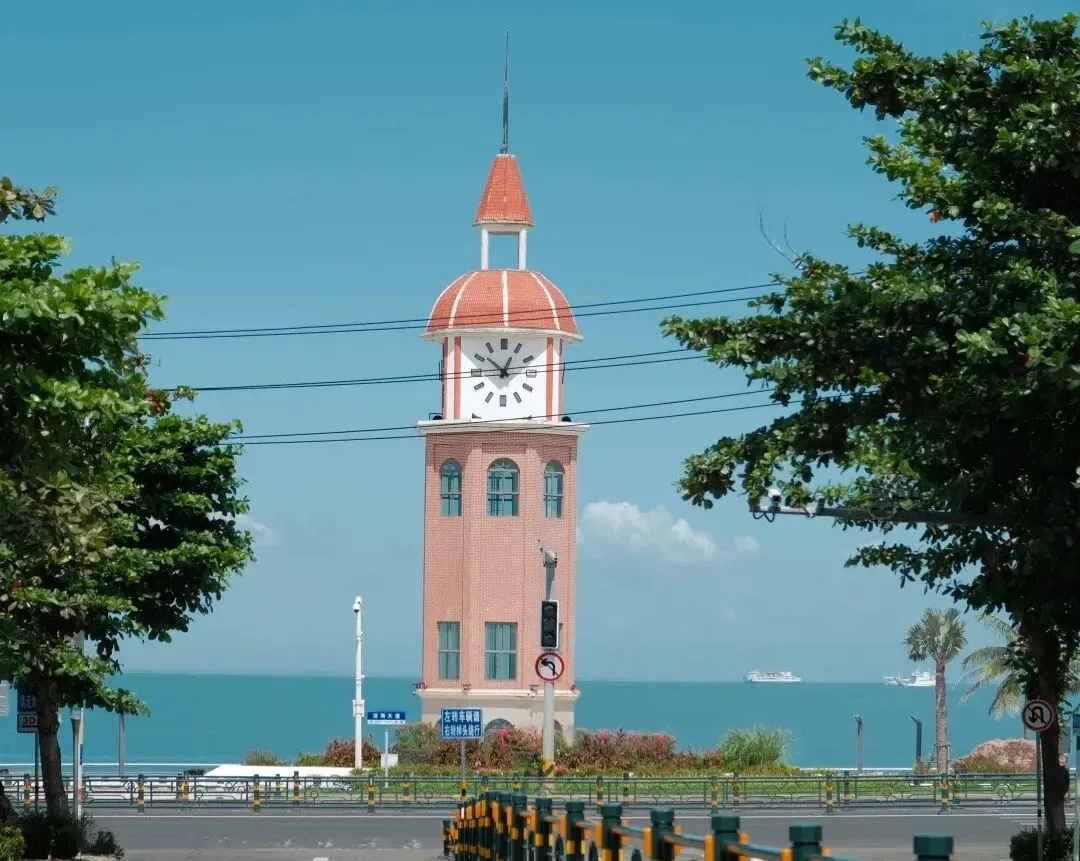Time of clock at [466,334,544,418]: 12:51
